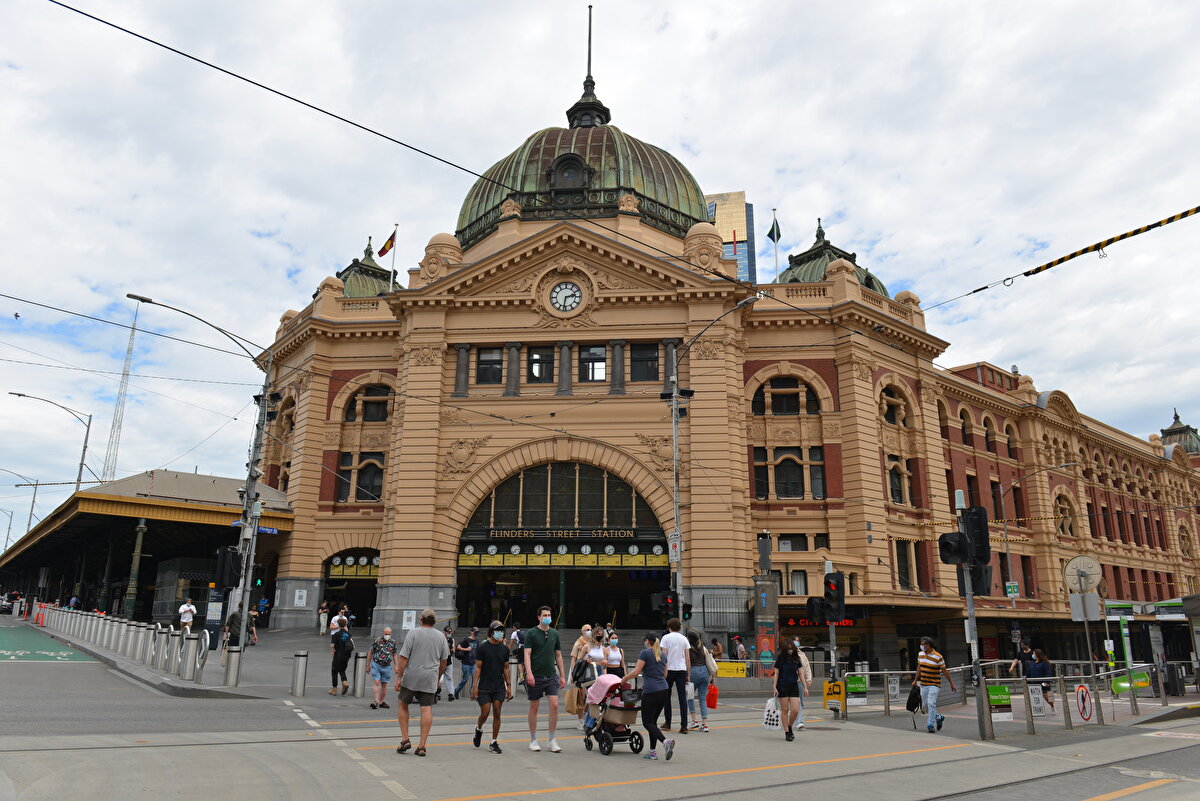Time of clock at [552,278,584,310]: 2:31
